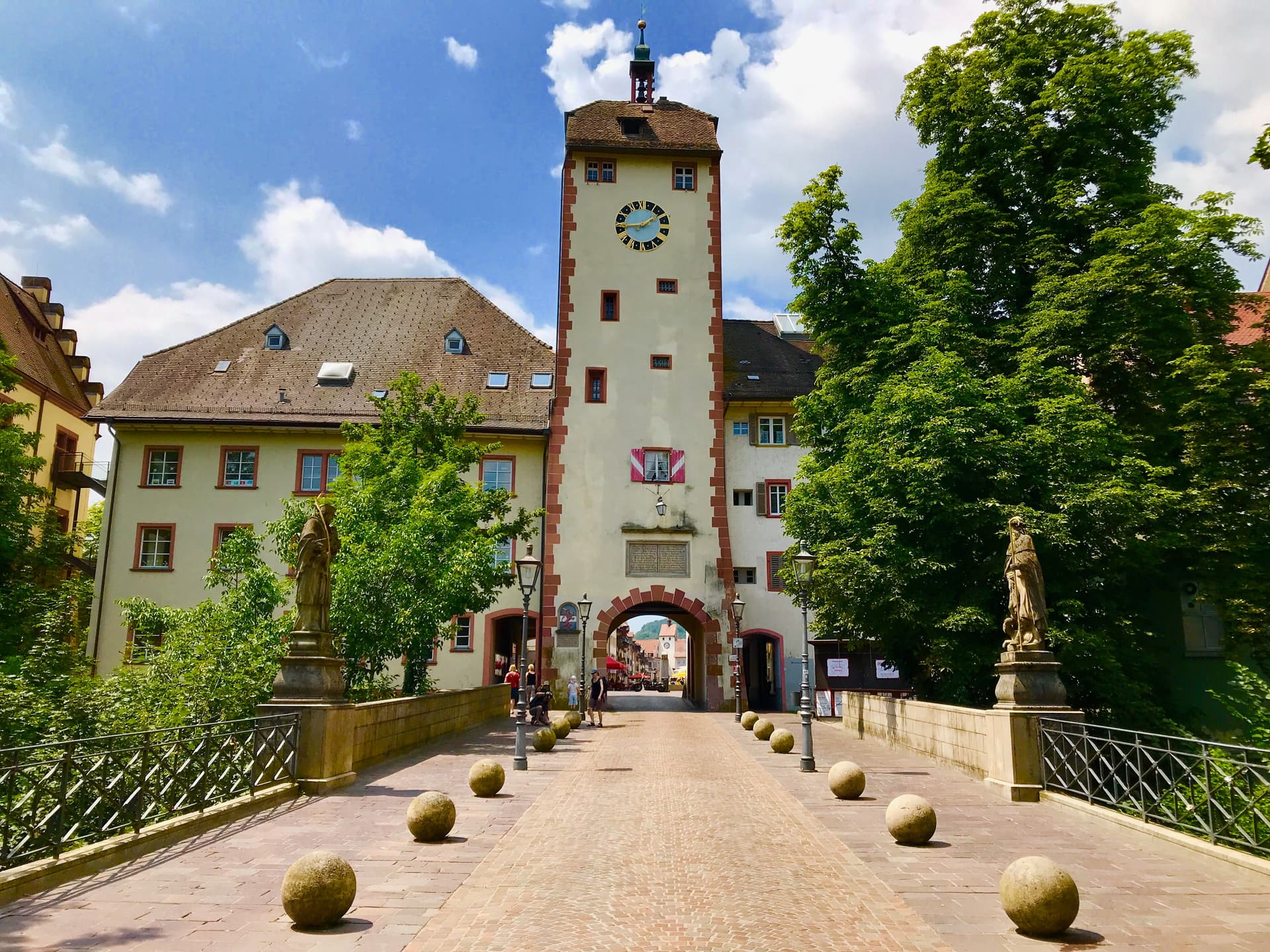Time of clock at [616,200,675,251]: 1:42
